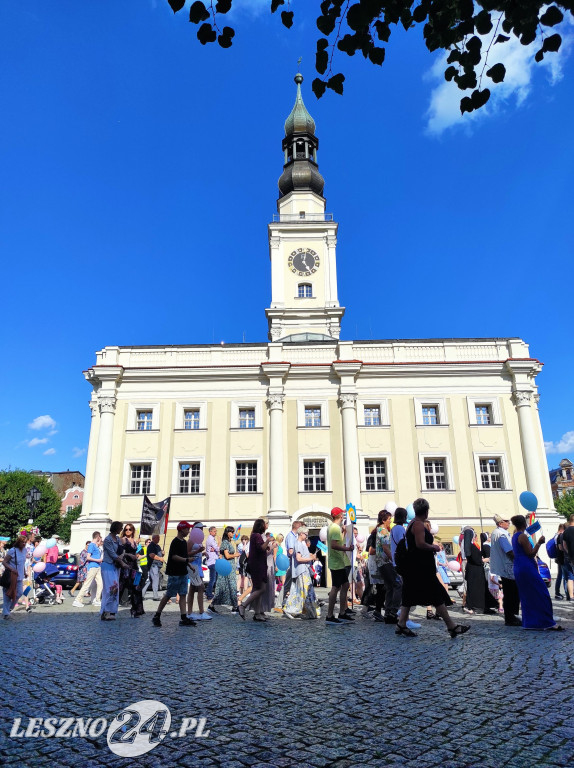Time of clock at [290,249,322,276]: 5:00
